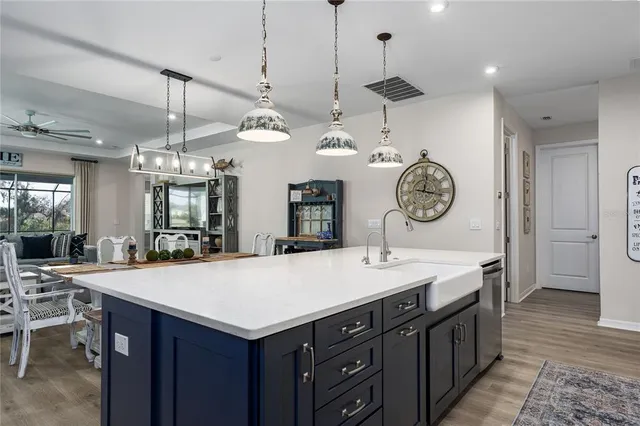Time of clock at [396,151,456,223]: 12:17
